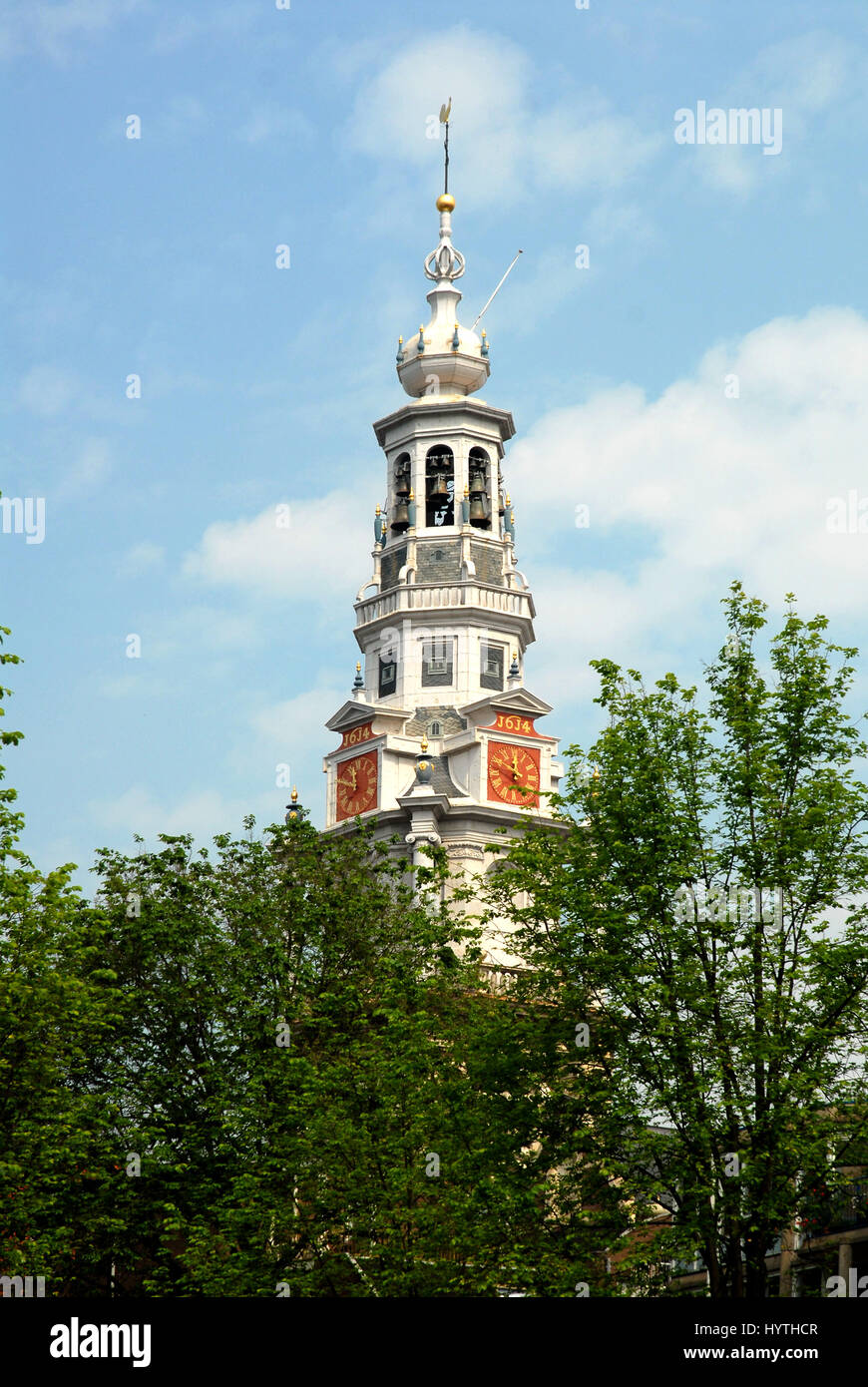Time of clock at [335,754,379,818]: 11:48
